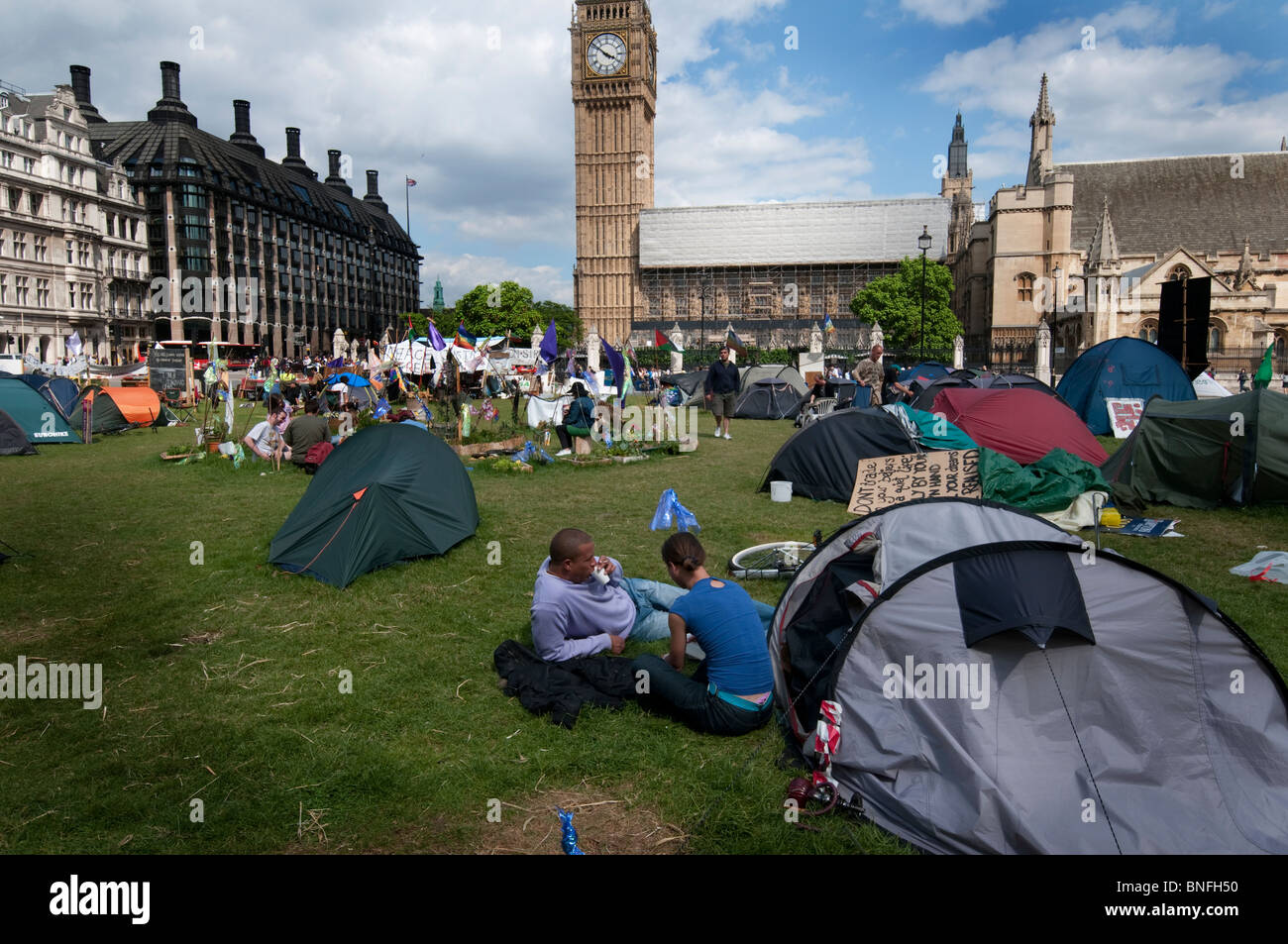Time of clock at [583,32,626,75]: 3:51
